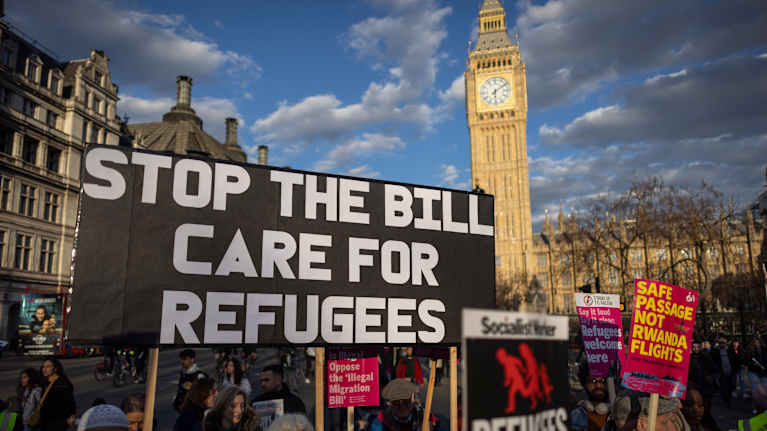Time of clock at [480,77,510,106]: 6:08
